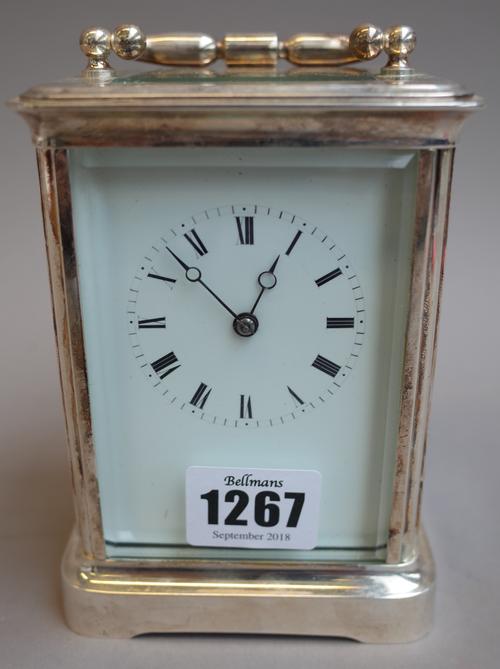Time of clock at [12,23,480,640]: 12:52
